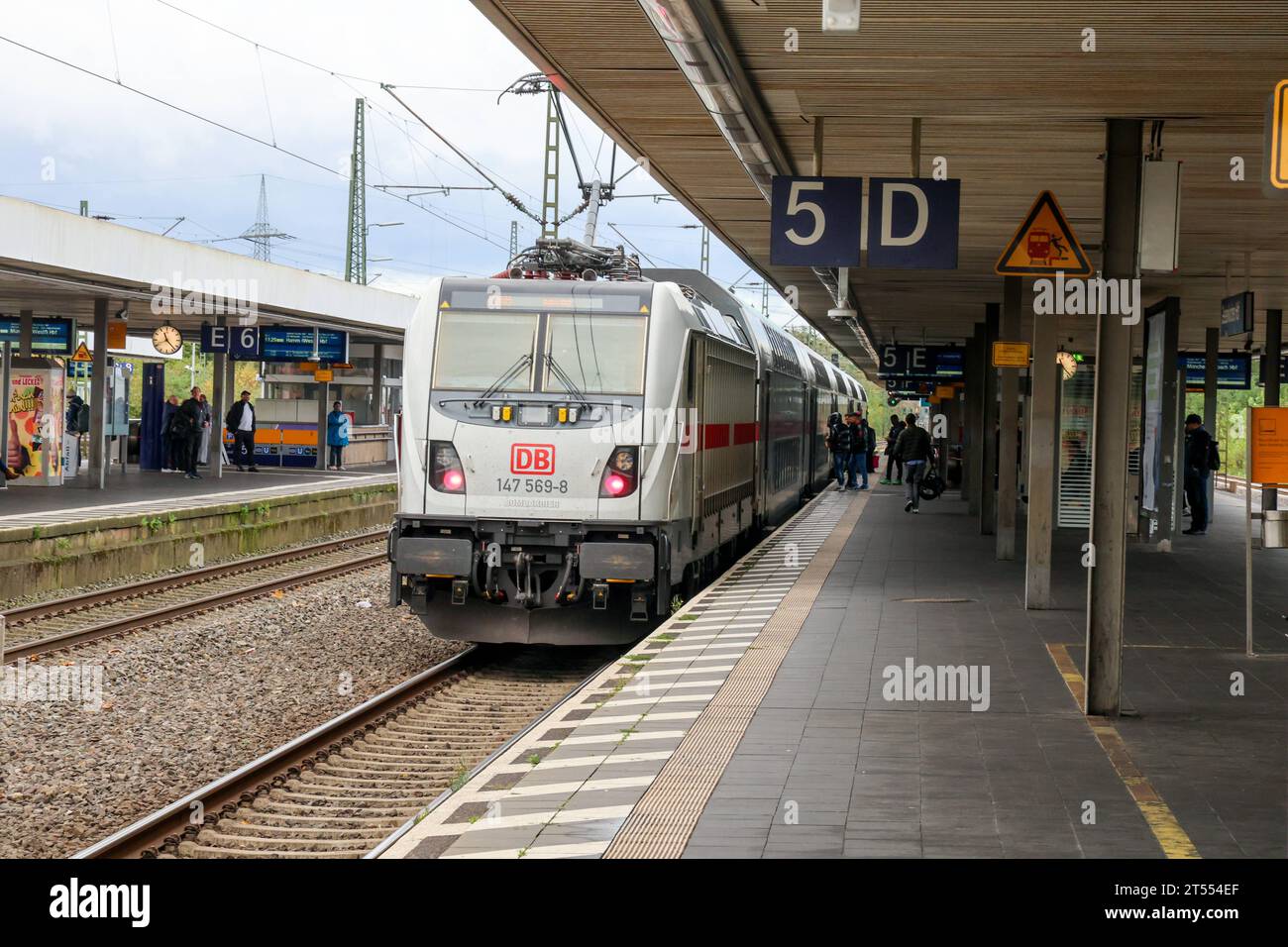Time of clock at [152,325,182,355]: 11:22
